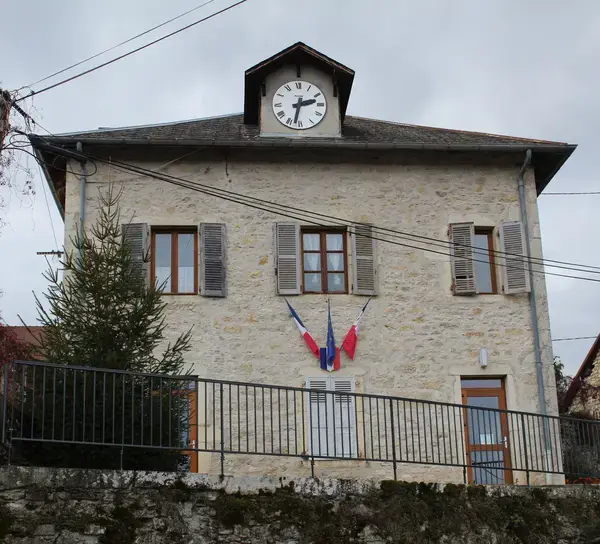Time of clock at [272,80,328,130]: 2:32
